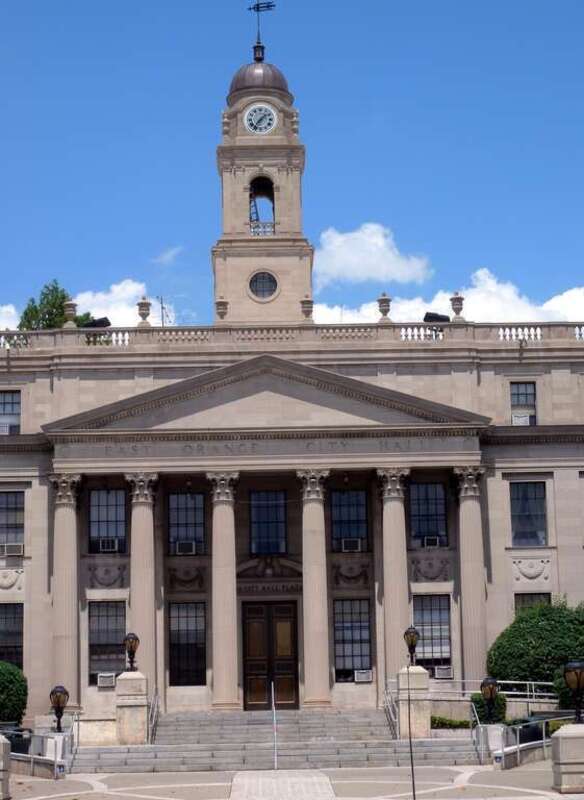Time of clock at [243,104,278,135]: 1:36
